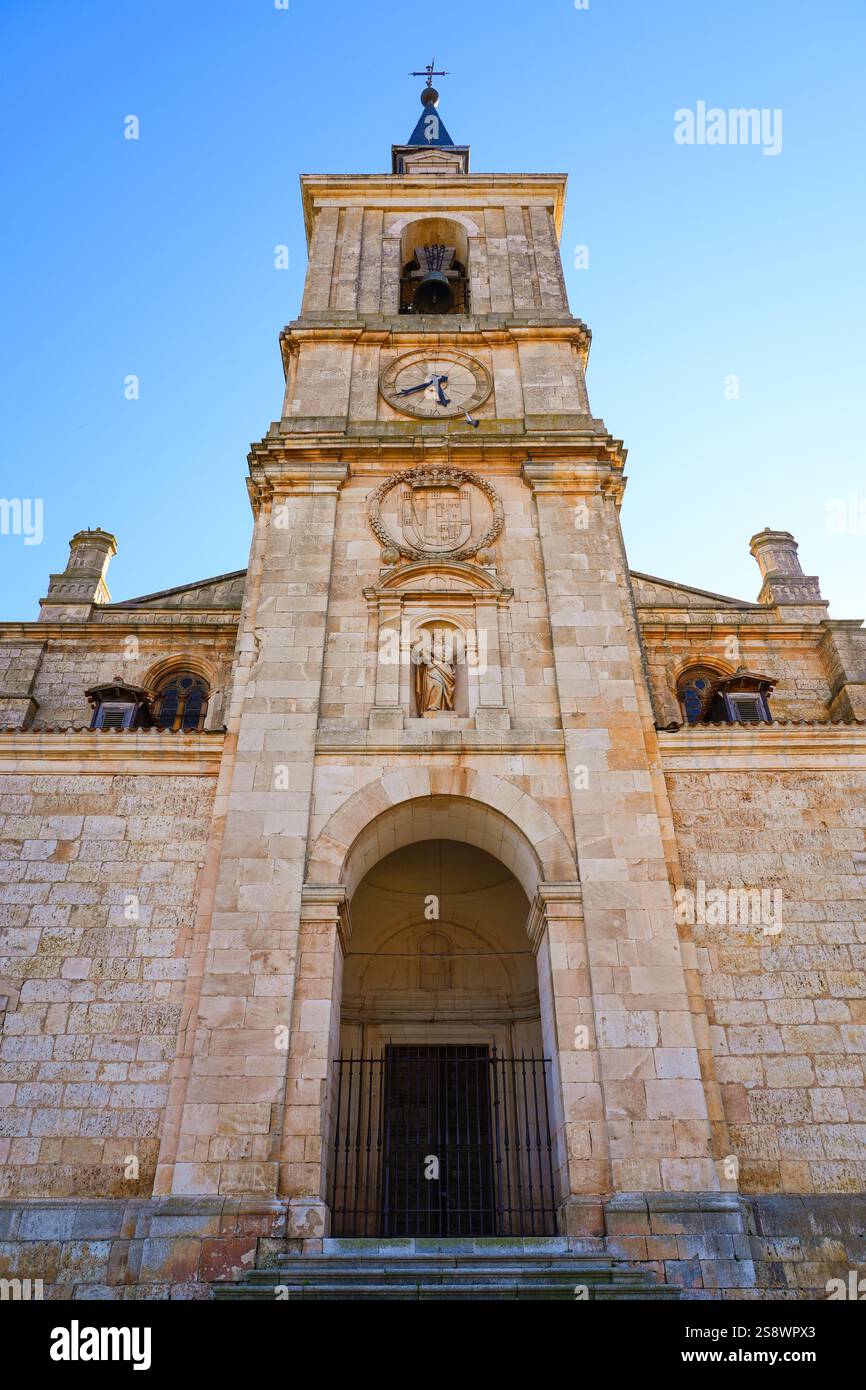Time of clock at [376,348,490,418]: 5:40
